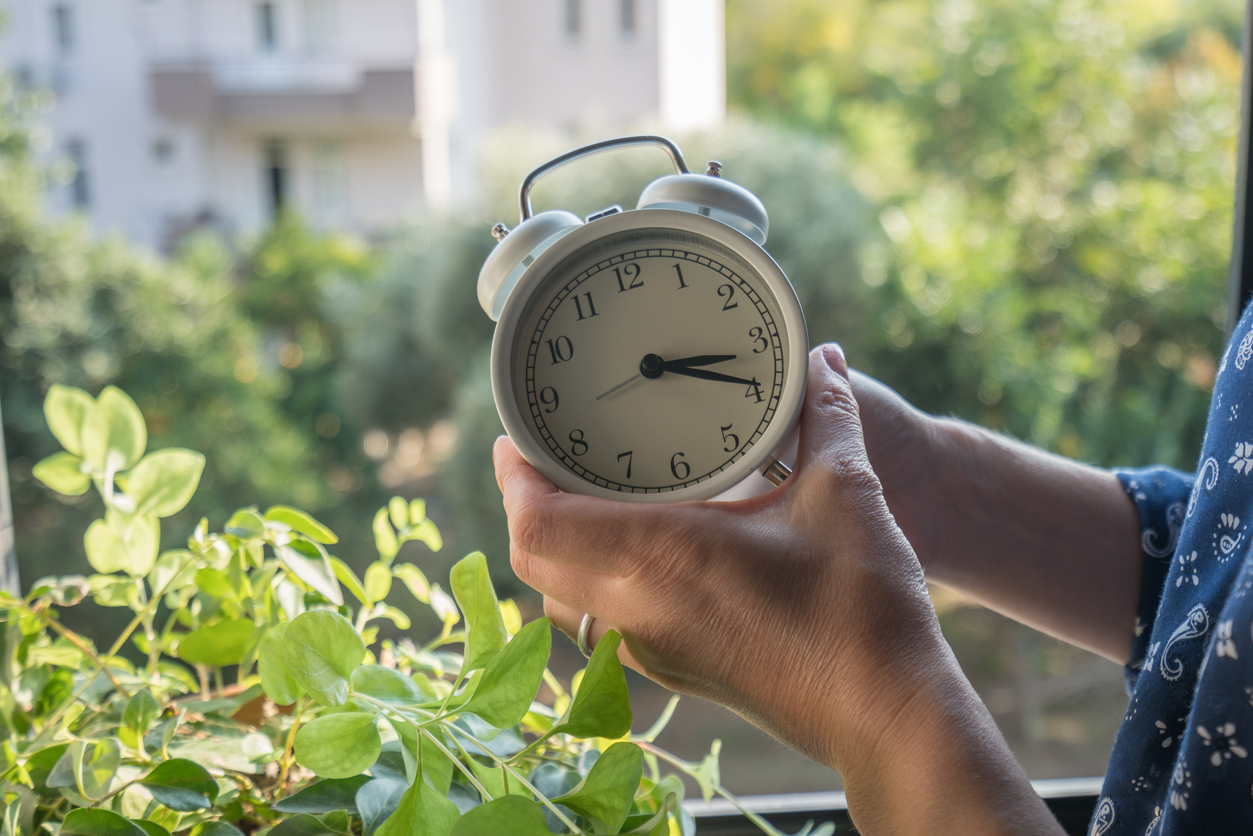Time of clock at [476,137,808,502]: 3:19
